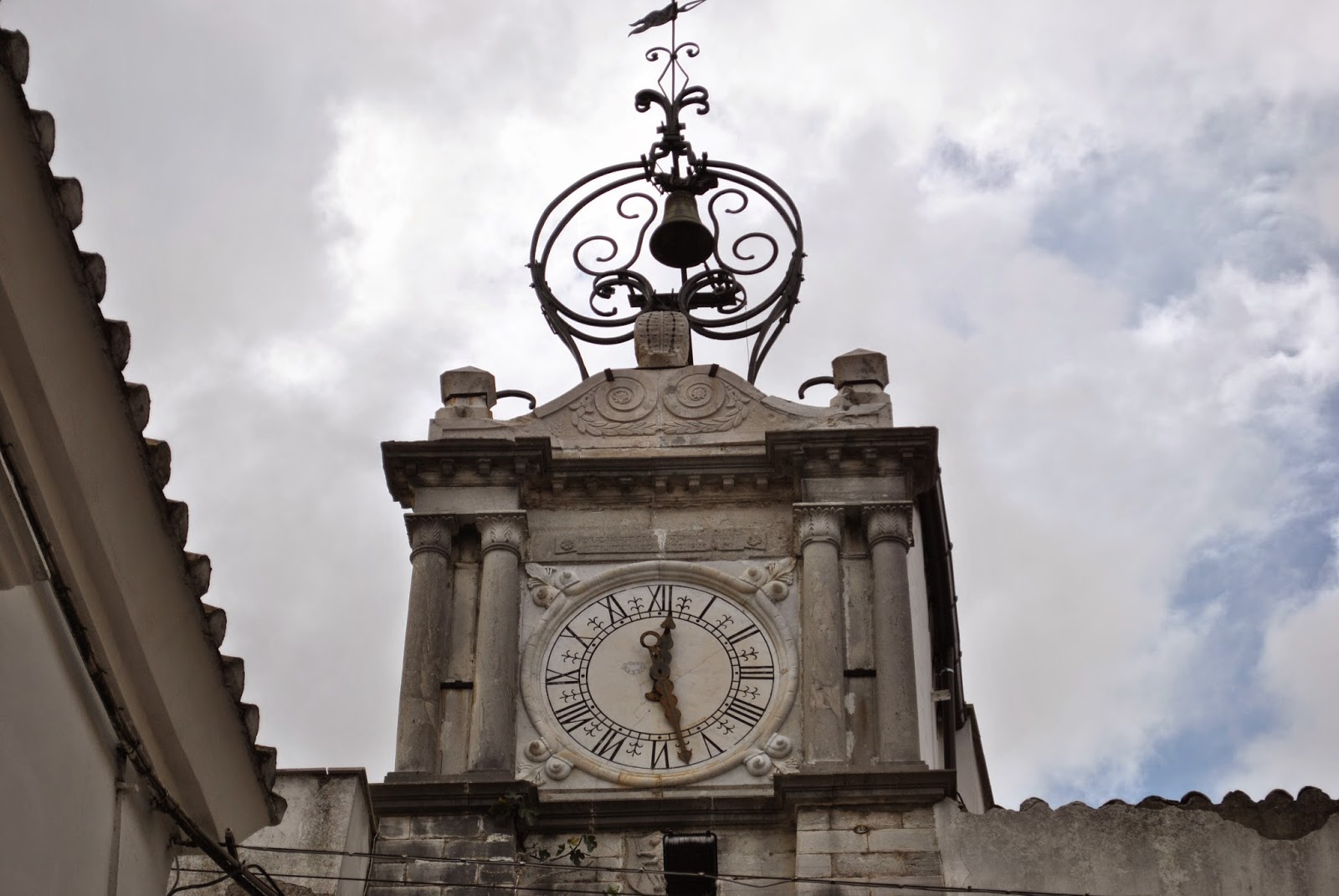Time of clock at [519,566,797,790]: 12:27
